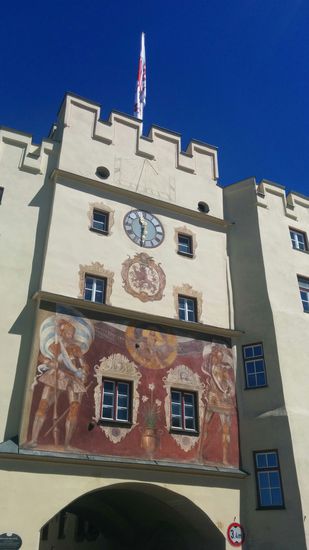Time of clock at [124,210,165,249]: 11:31
